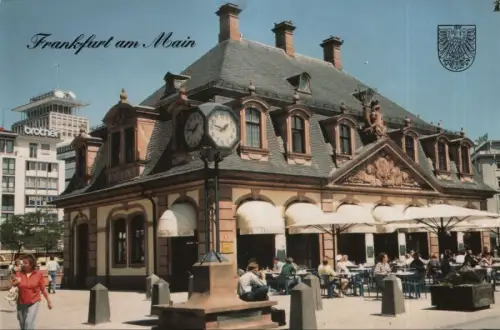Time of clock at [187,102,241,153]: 1:46
